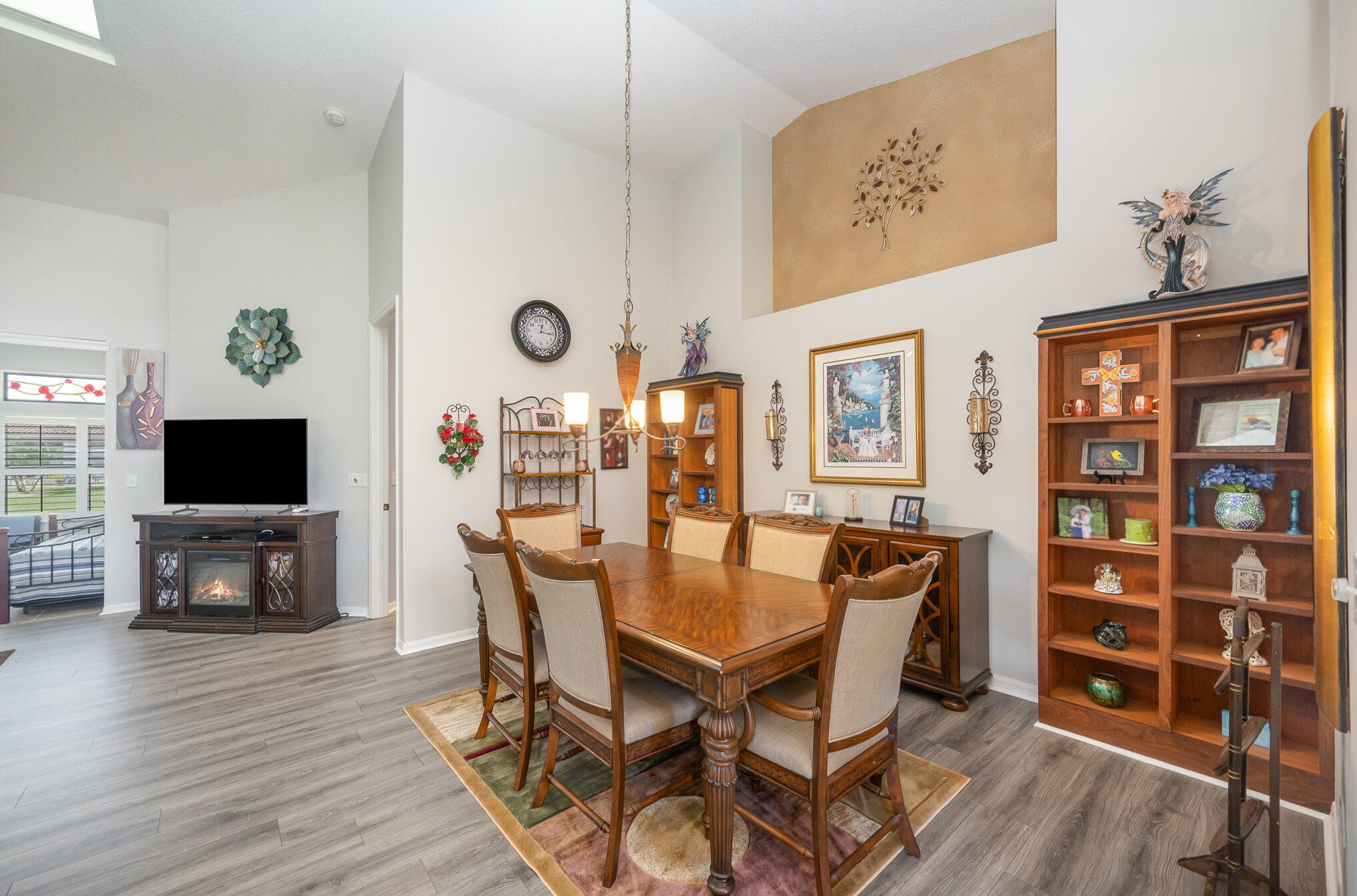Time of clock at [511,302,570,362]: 12:16
